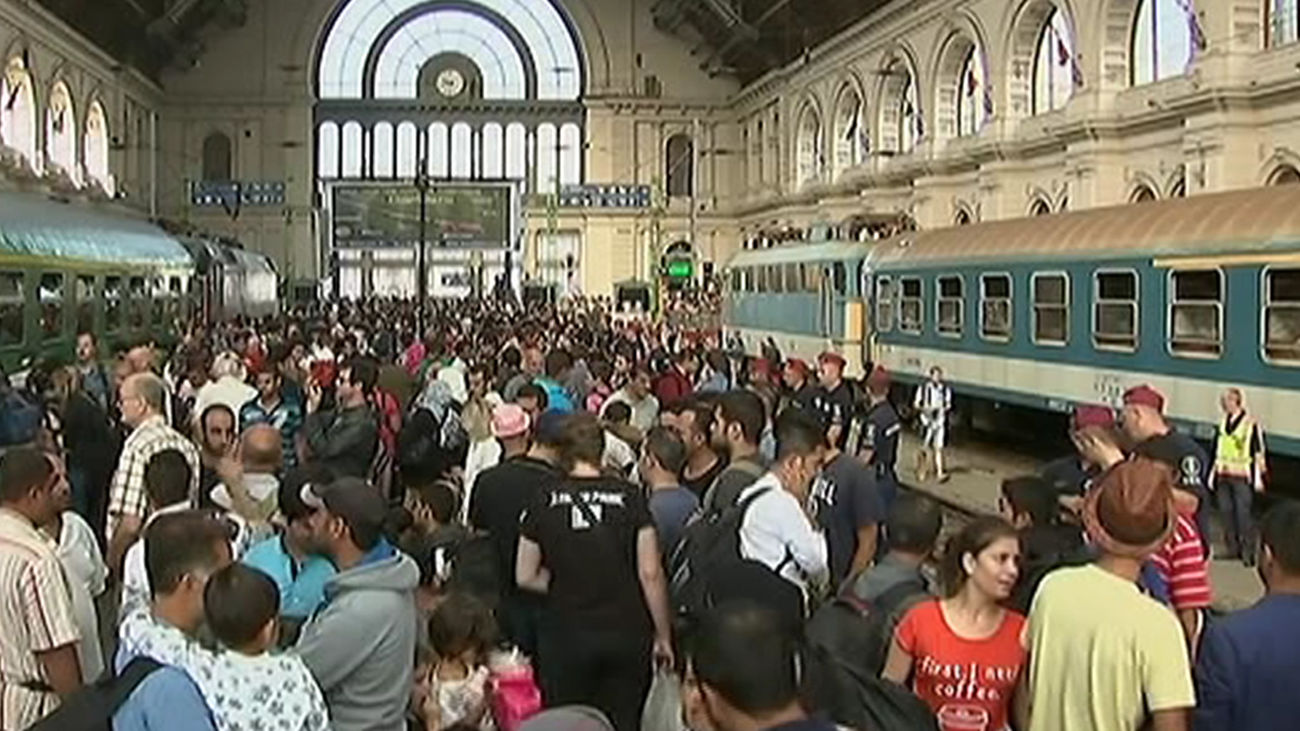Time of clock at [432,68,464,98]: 9:42
